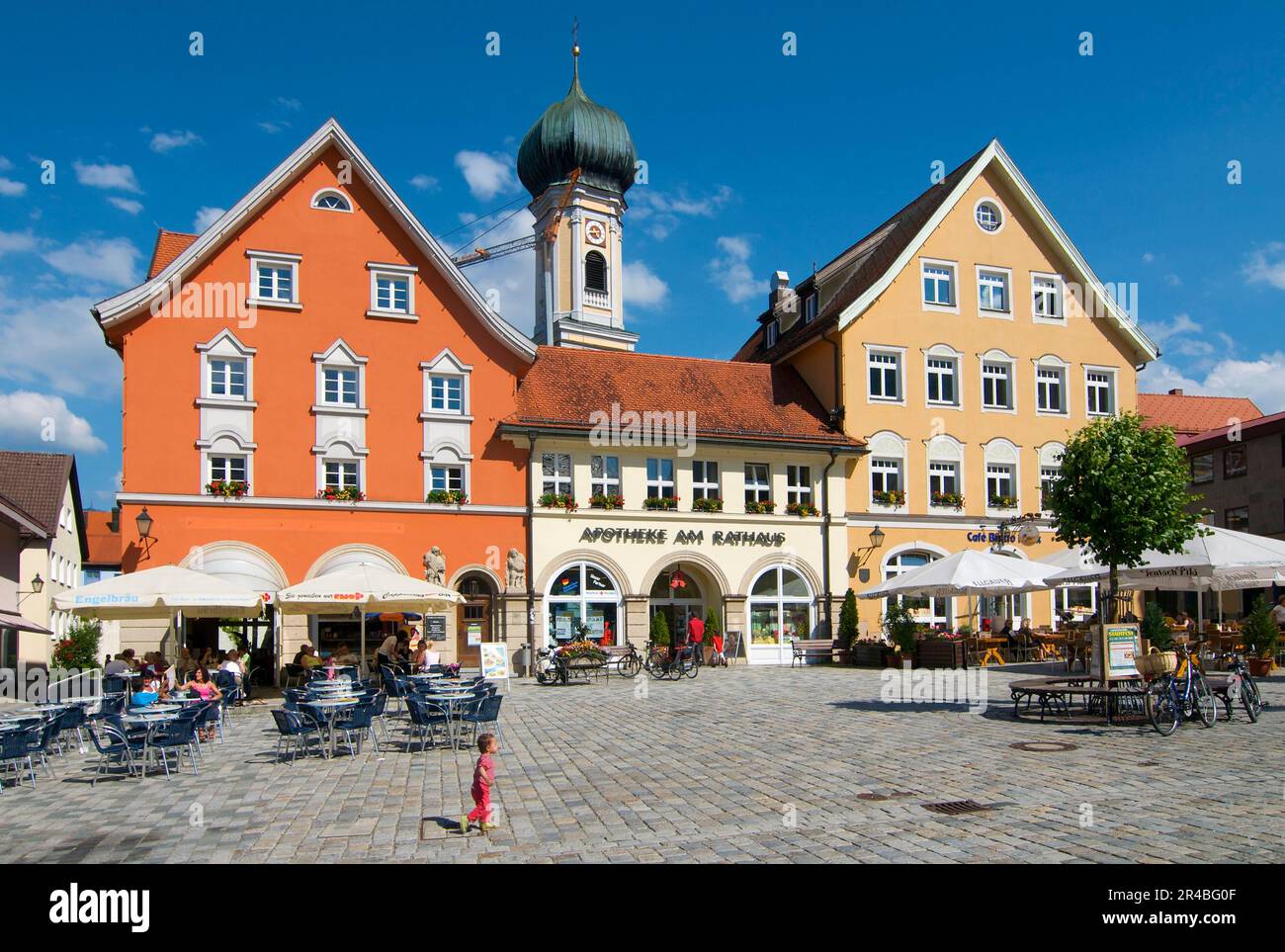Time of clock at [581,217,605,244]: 4:42
